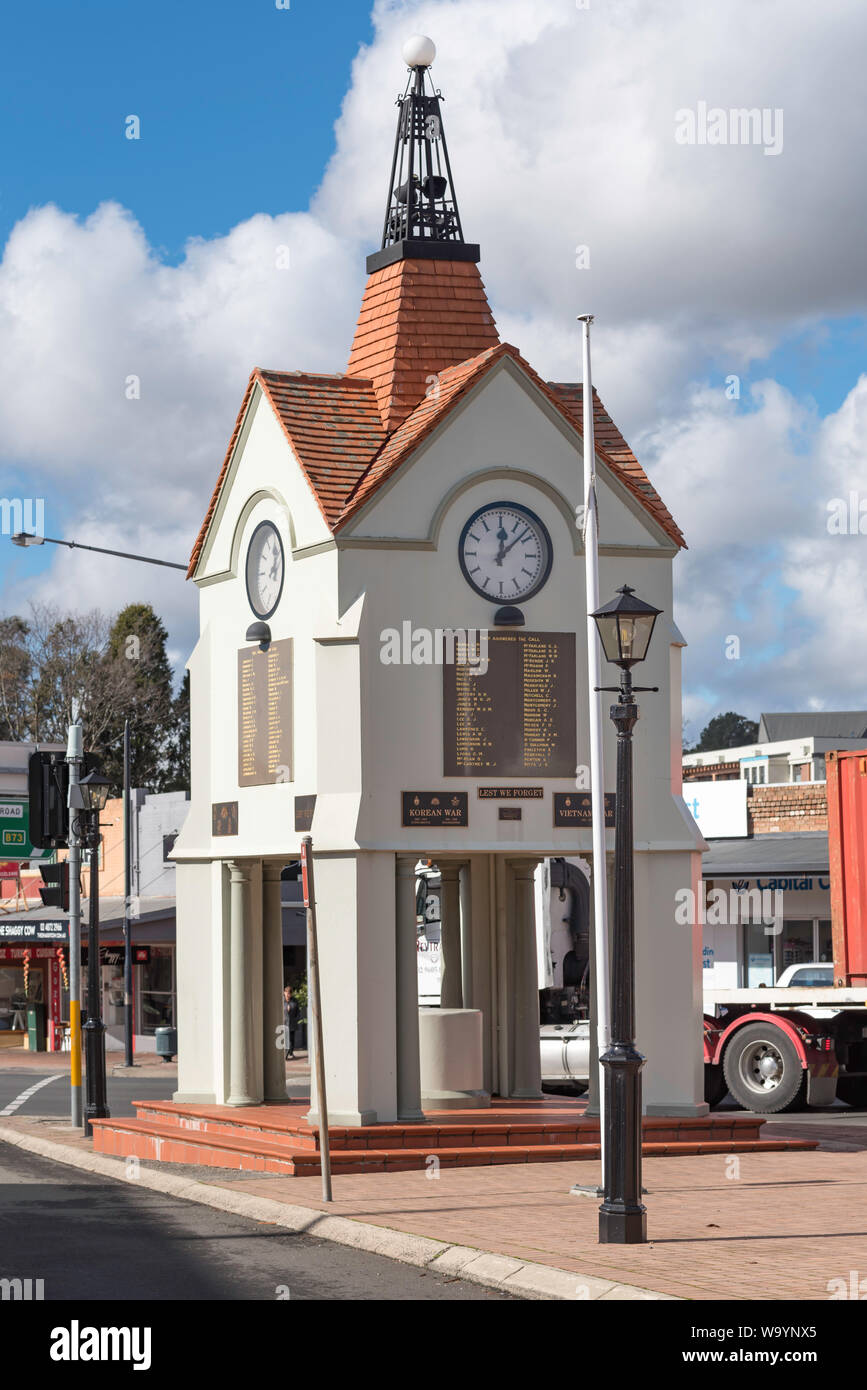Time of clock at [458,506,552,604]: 12:07
